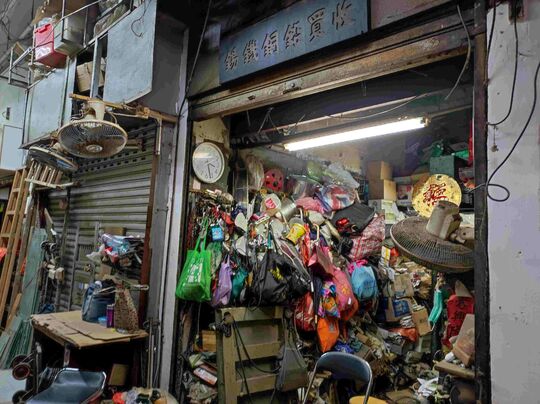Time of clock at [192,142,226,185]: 3:27
